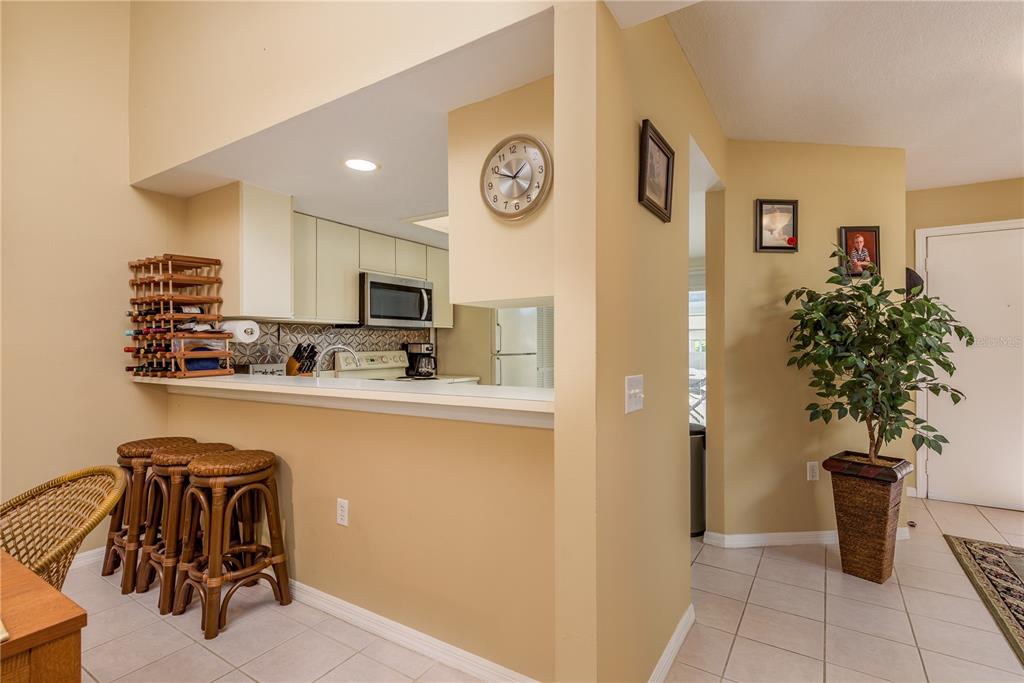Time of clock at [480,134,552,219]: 1:49
